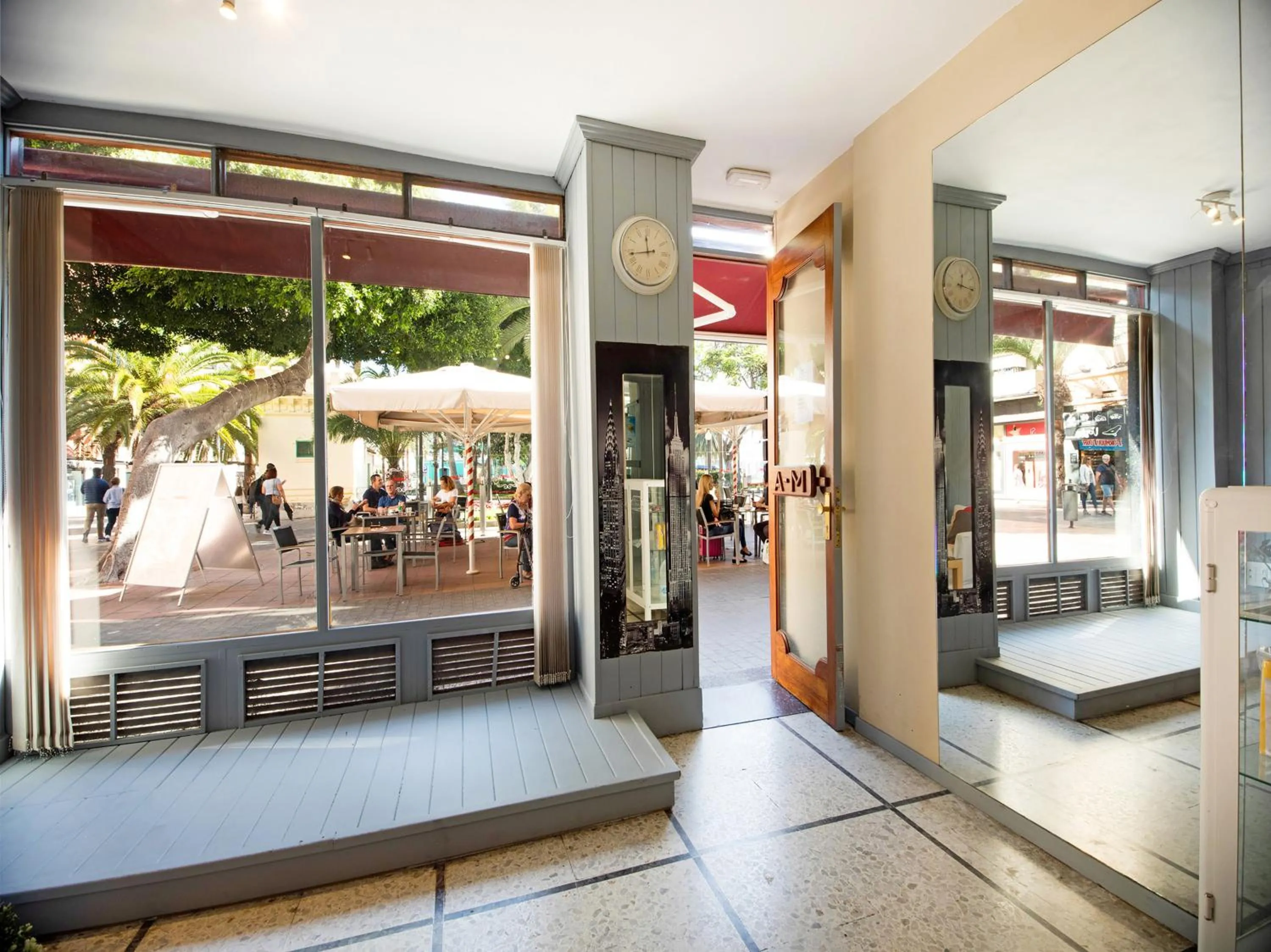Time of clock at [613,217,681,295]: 11:43
